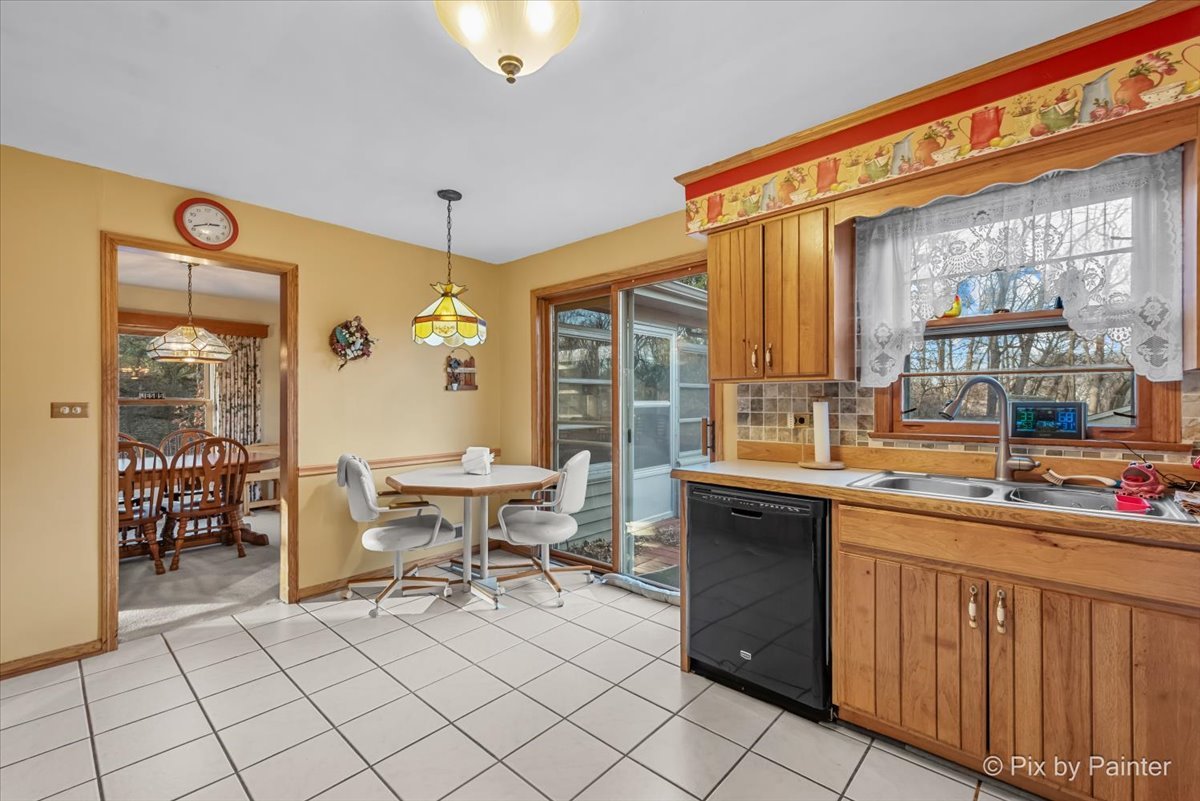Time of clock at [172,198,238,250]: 2:41
